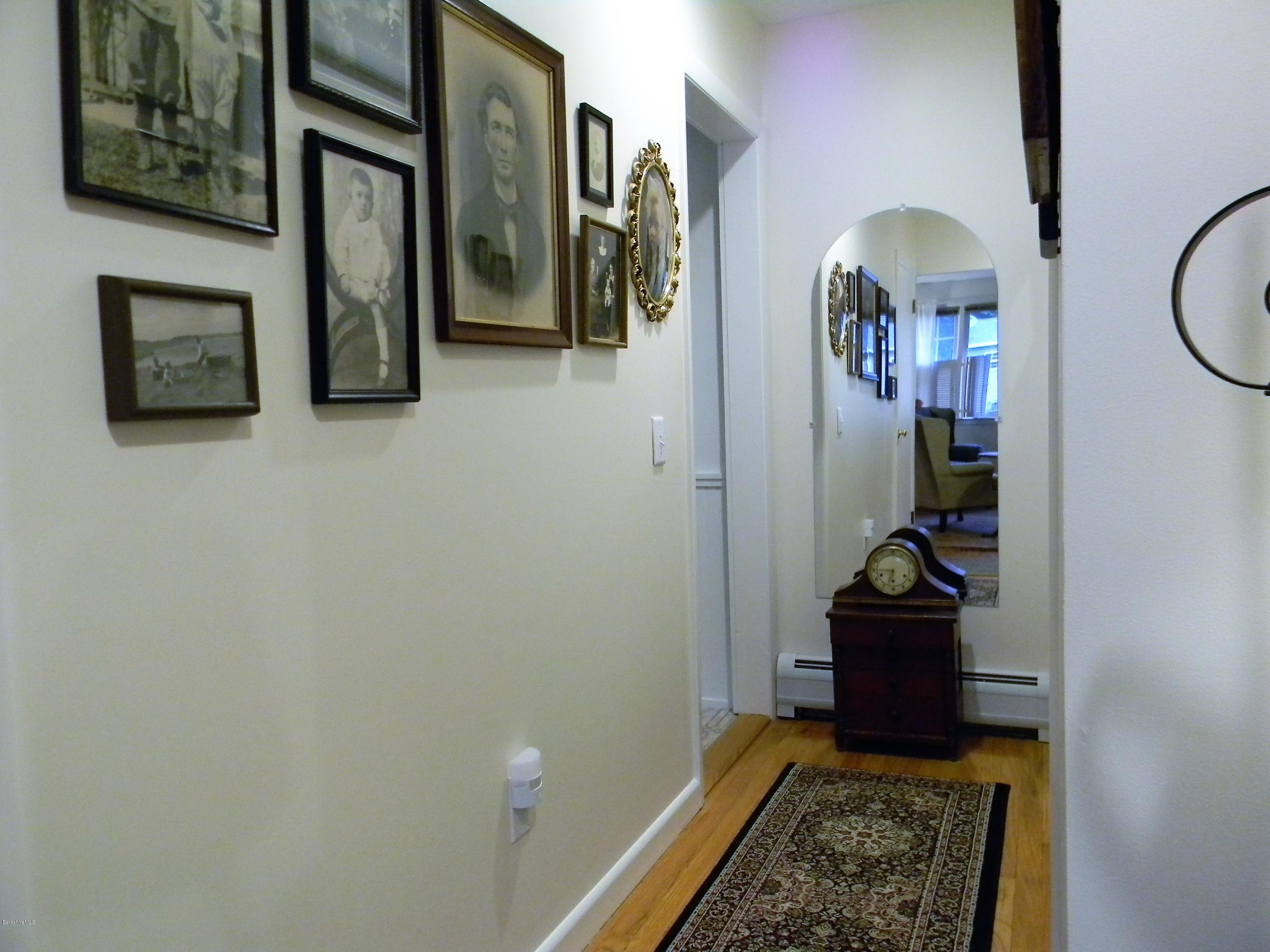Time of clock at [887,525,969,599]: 6:44
